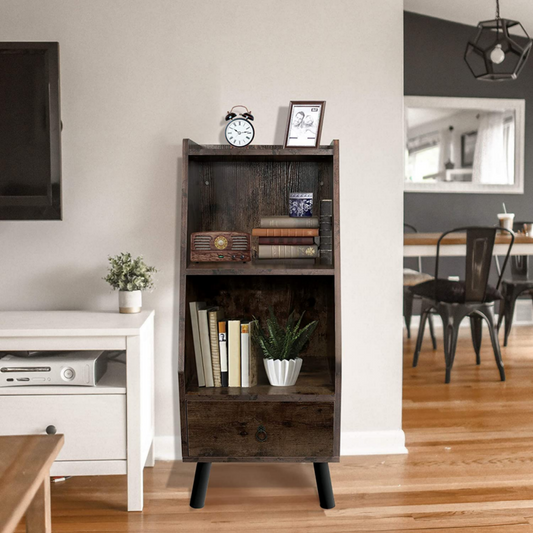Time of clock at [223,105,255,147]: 10:13
